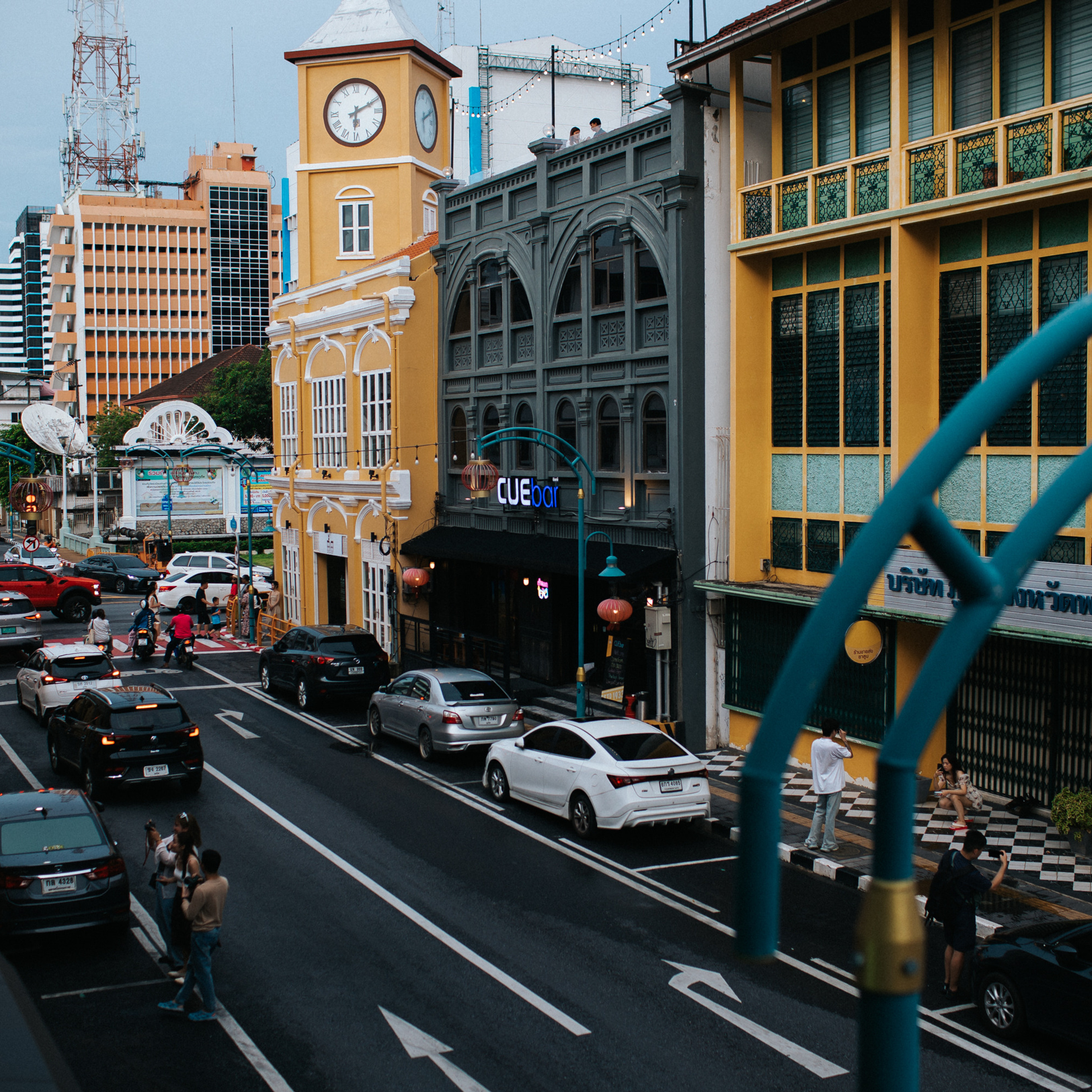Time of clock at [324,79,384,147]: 6:10
